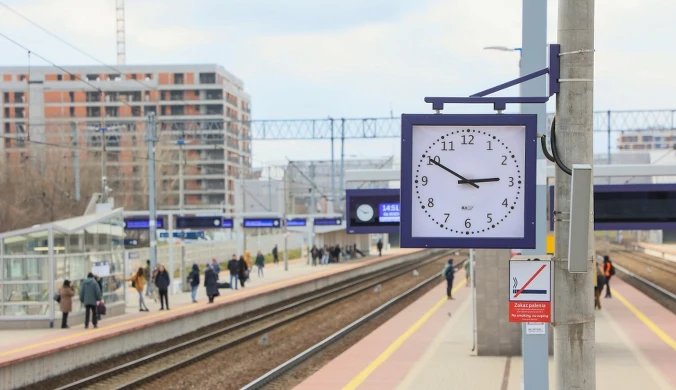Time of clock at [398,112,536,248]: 2:49
